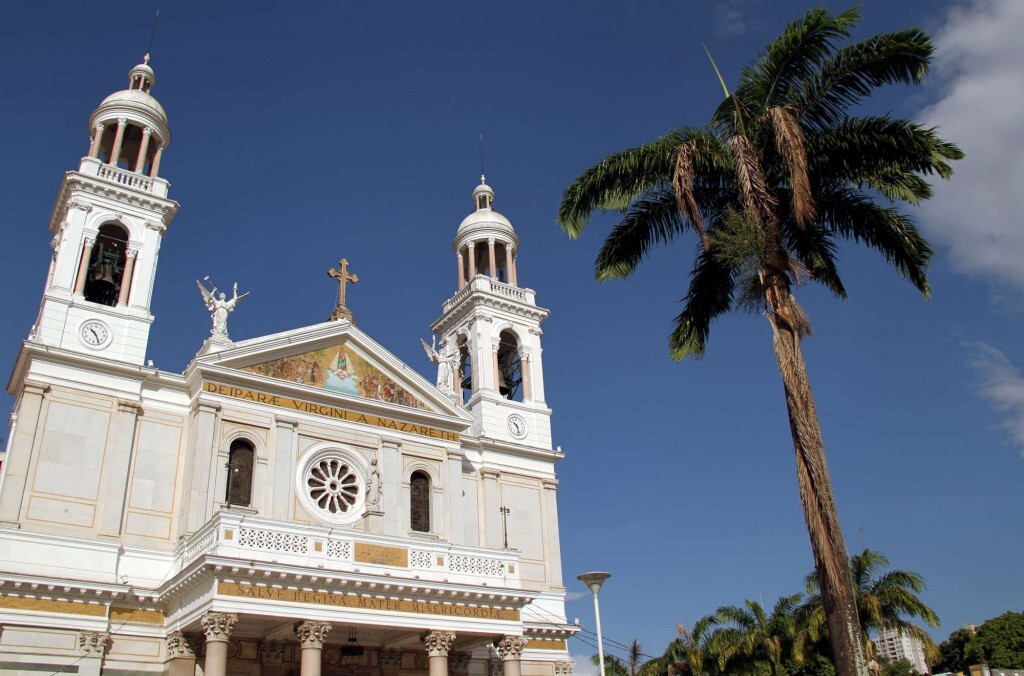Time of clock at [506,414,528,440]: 10:28
